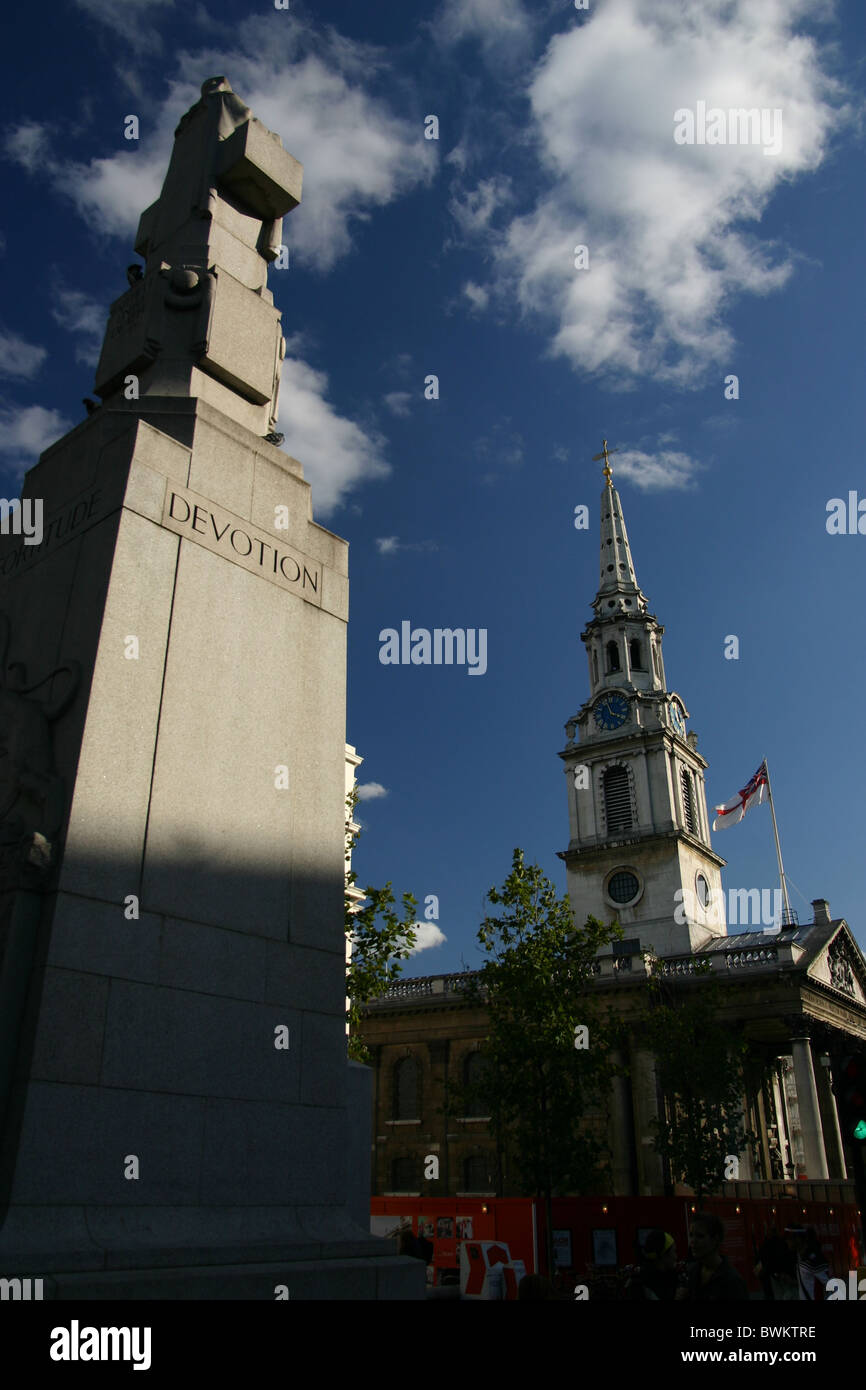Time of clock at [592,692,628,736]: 3:58
